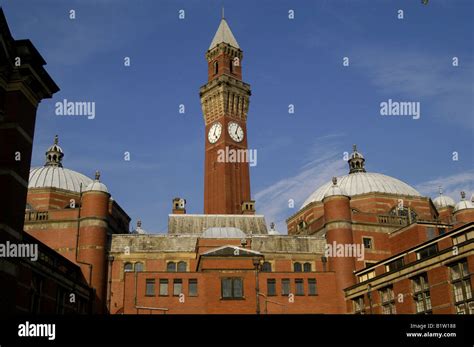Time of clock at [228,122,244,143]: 5:03
